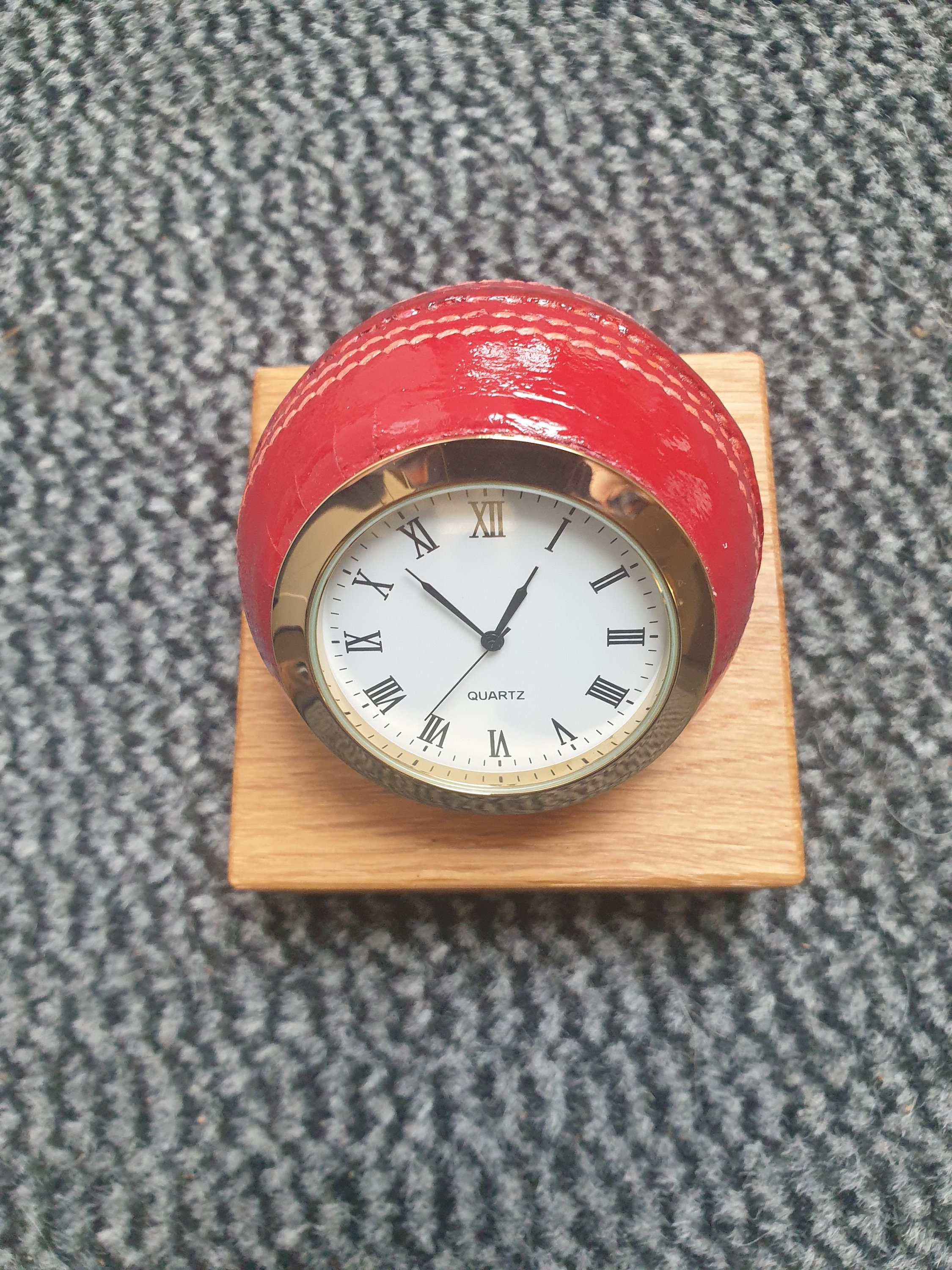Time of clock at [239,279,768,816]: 12:52
